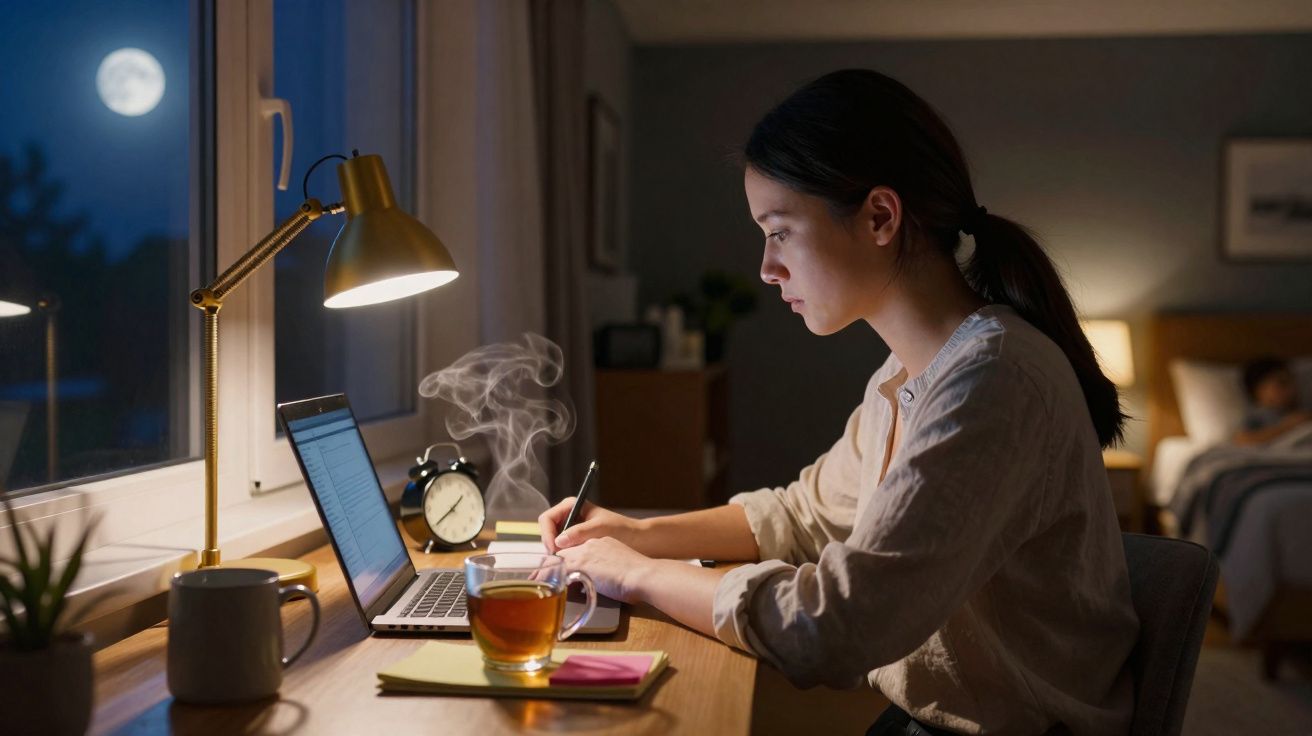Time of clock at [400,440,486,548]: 1:39
